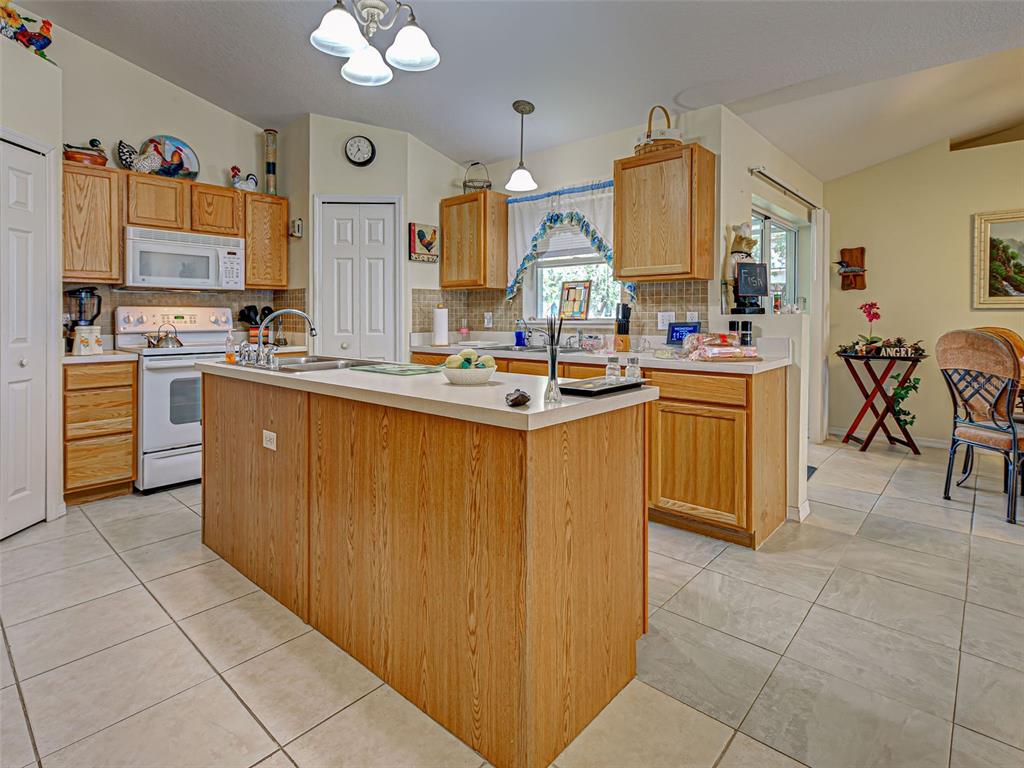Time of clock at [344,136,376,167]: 11:35
